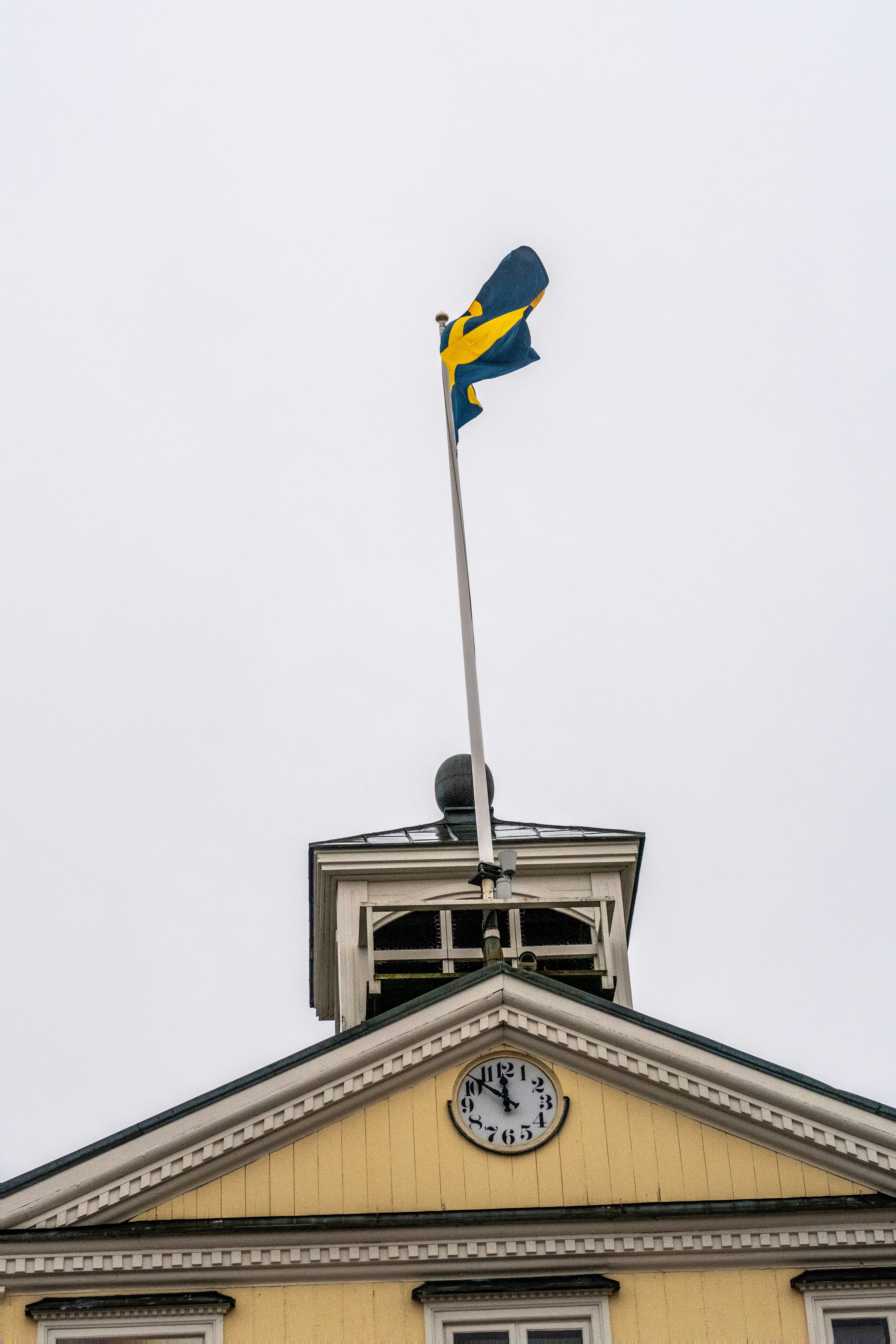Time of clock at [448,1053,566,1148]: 11:51
